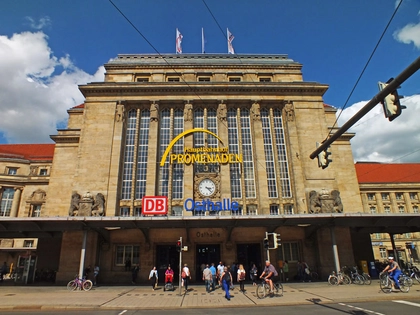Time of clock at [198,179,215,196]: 3:22
